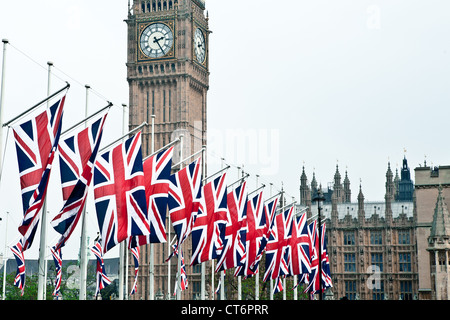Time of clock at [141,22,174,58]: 2:24
